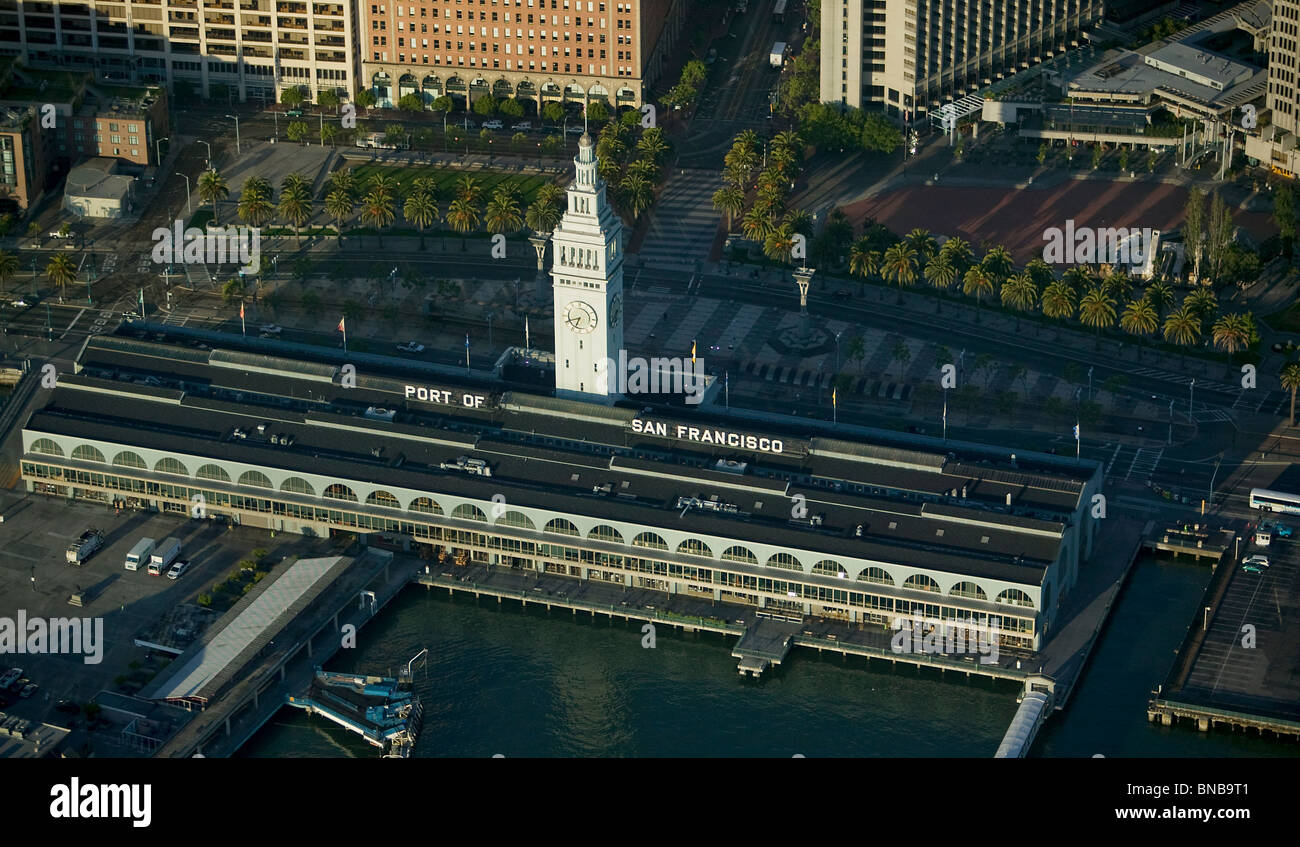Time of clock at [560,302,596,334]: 6:41
